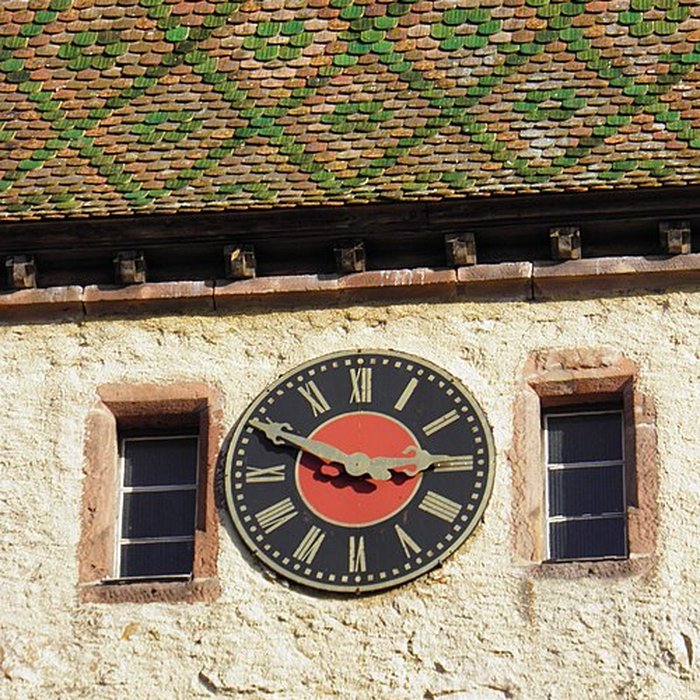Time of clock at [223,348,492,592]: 2:49
